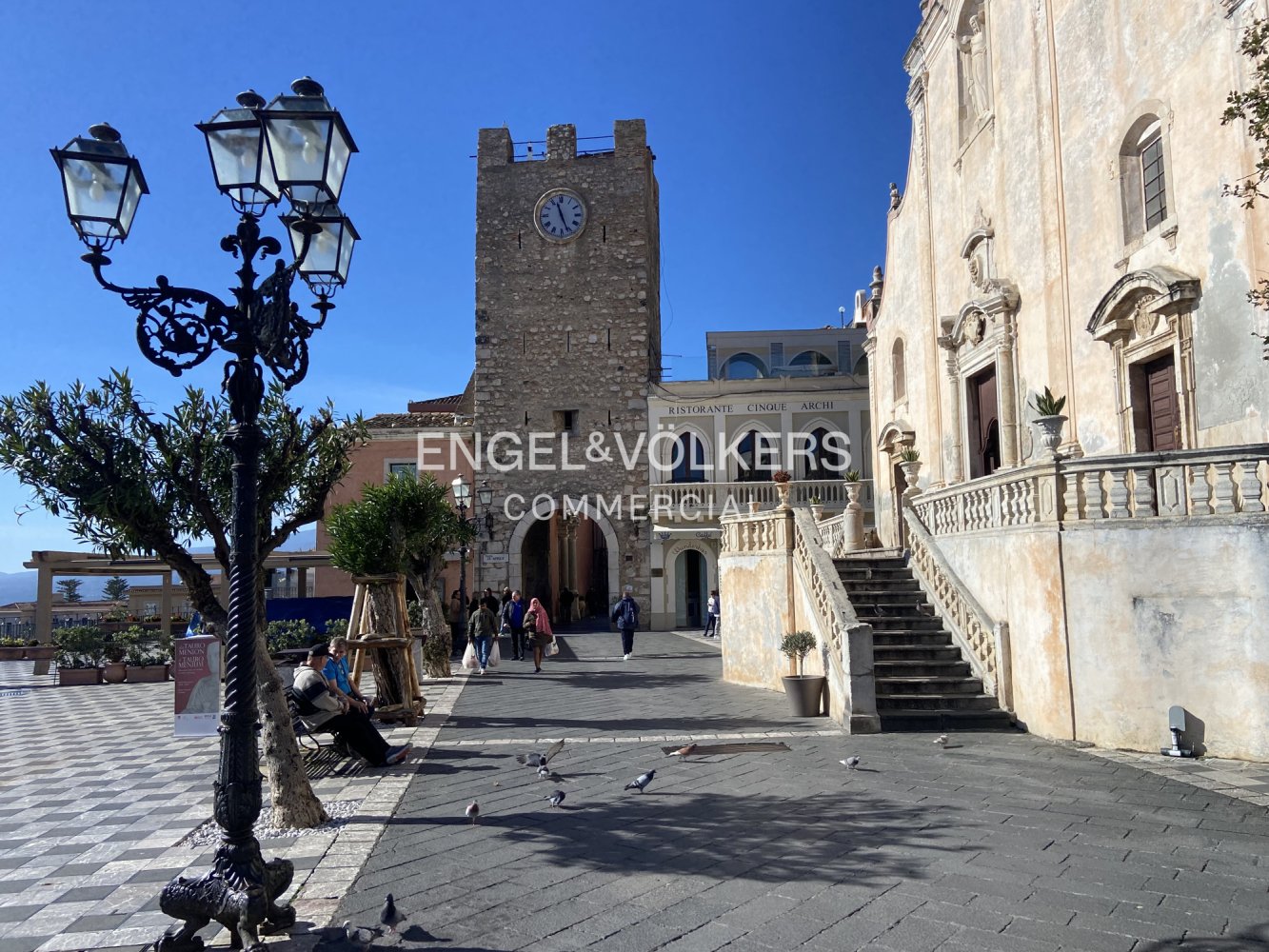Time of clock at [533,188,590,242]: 11:26
